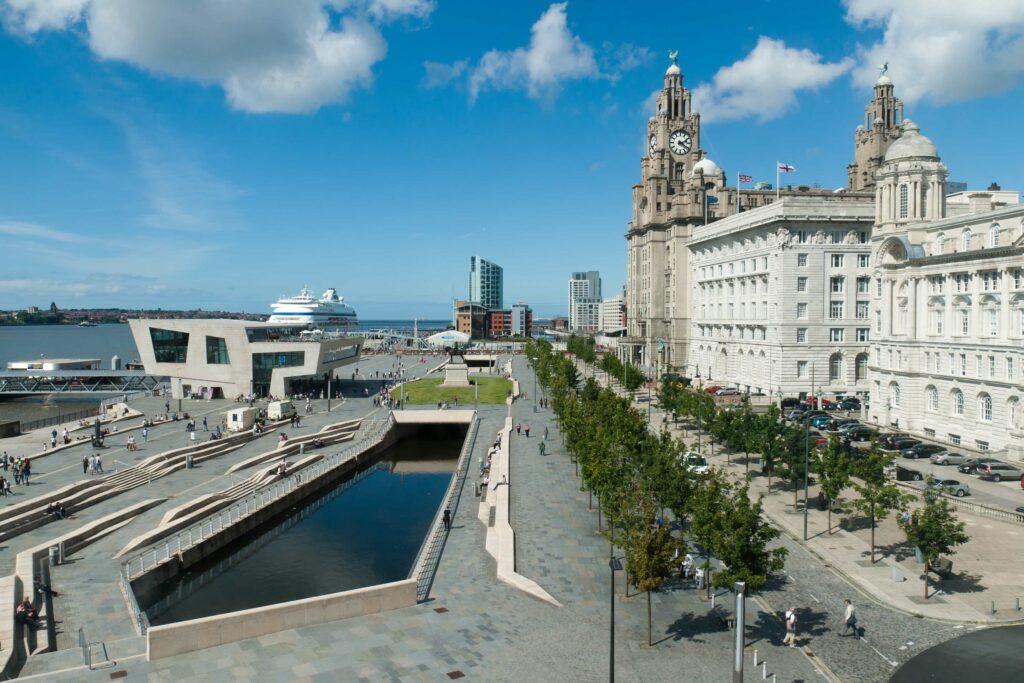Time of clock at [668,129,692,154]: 2:21
